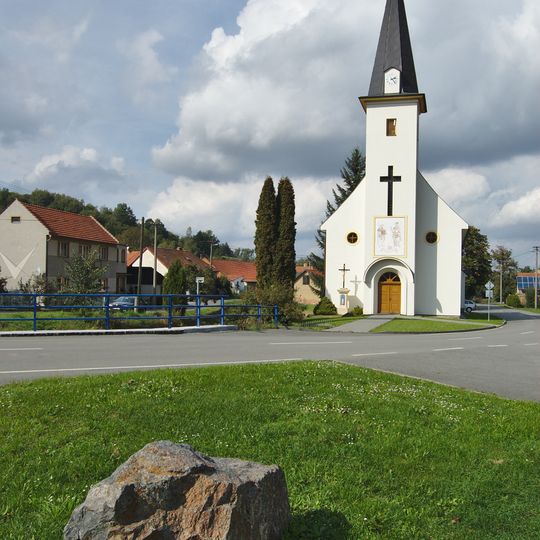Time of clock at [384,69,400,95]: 2:21
